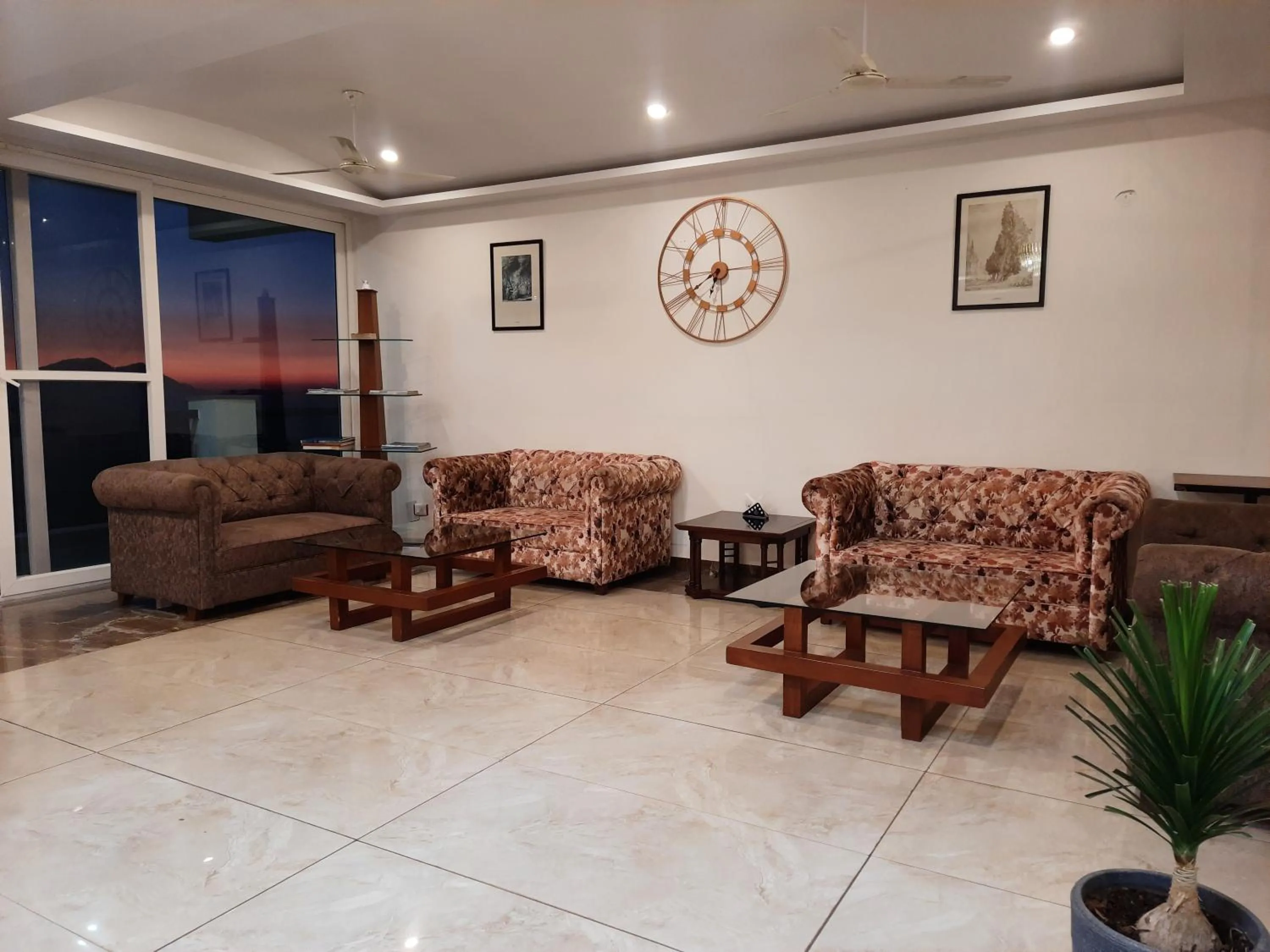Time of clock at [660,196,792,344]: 6:40
